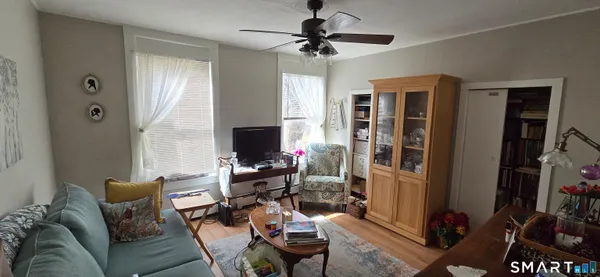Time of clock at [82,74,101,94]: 7:24
